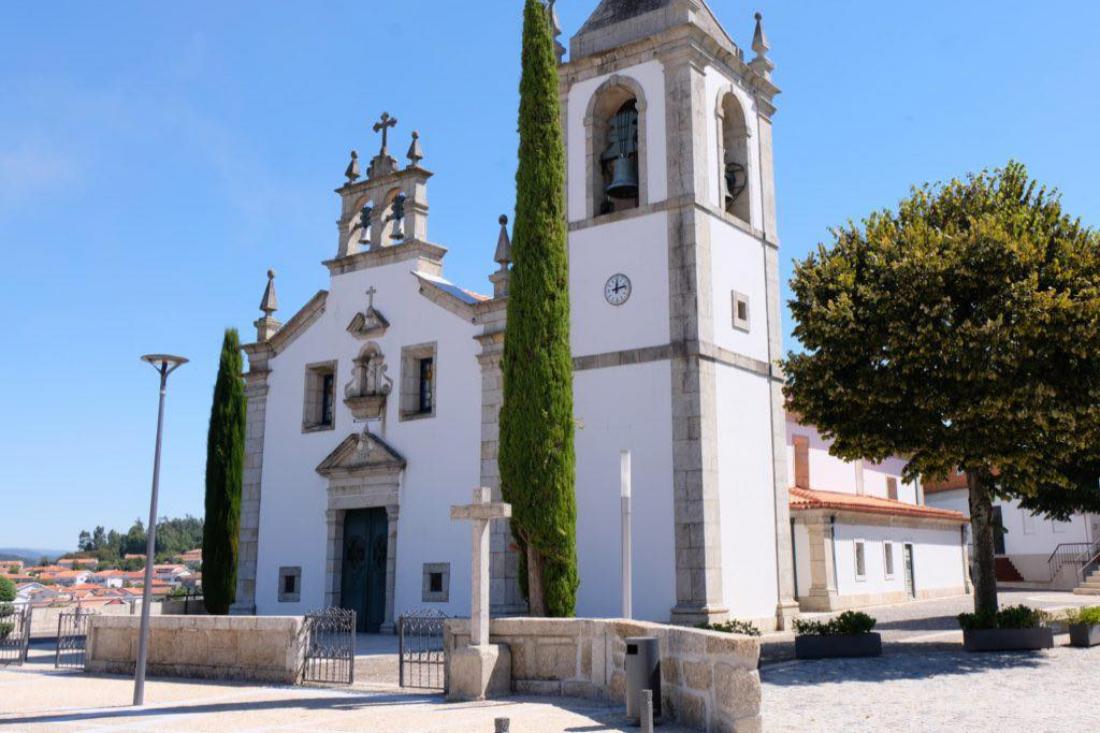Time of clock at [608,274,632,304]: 12:12
